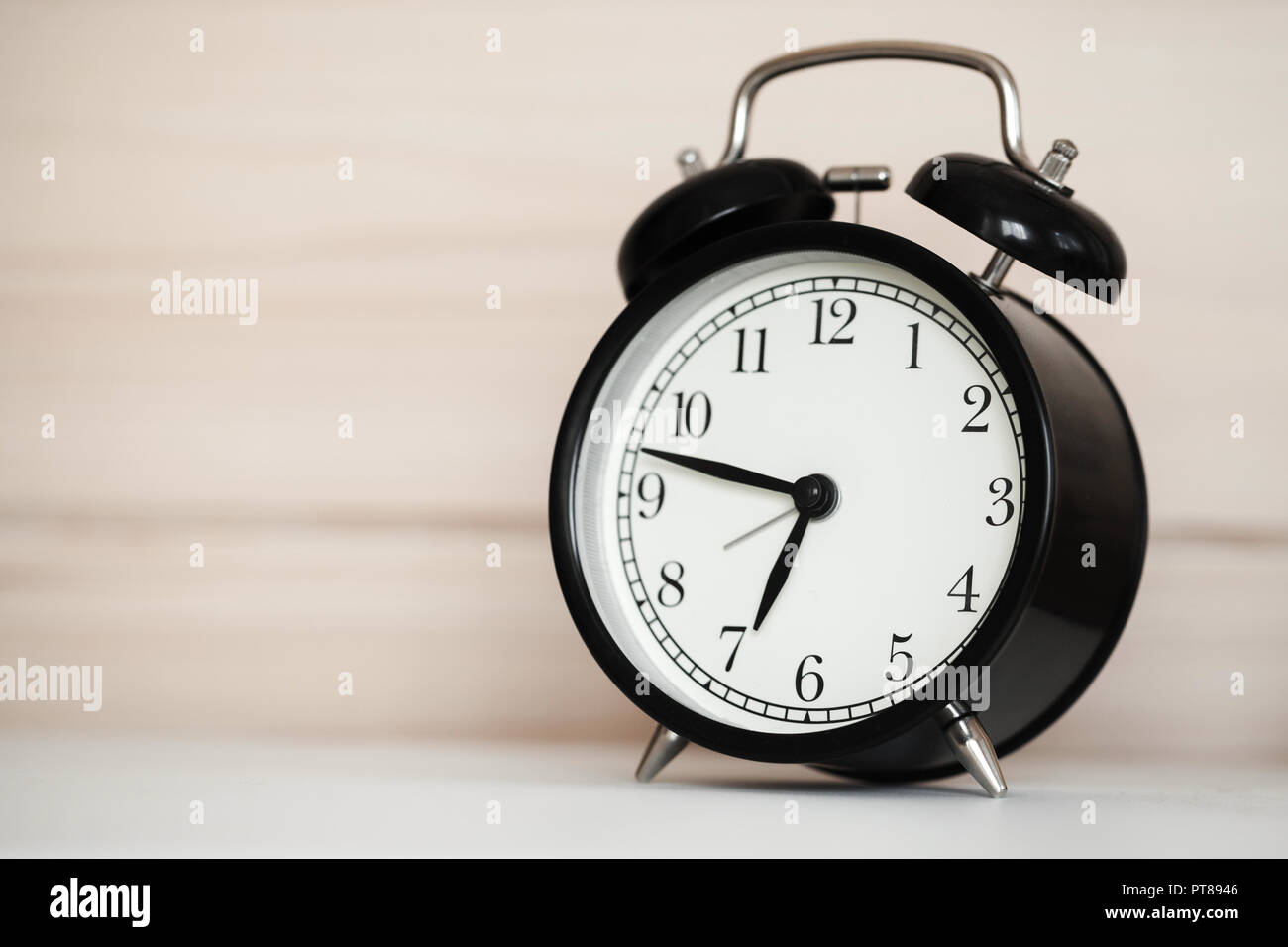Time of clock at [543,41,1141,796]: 6:47
